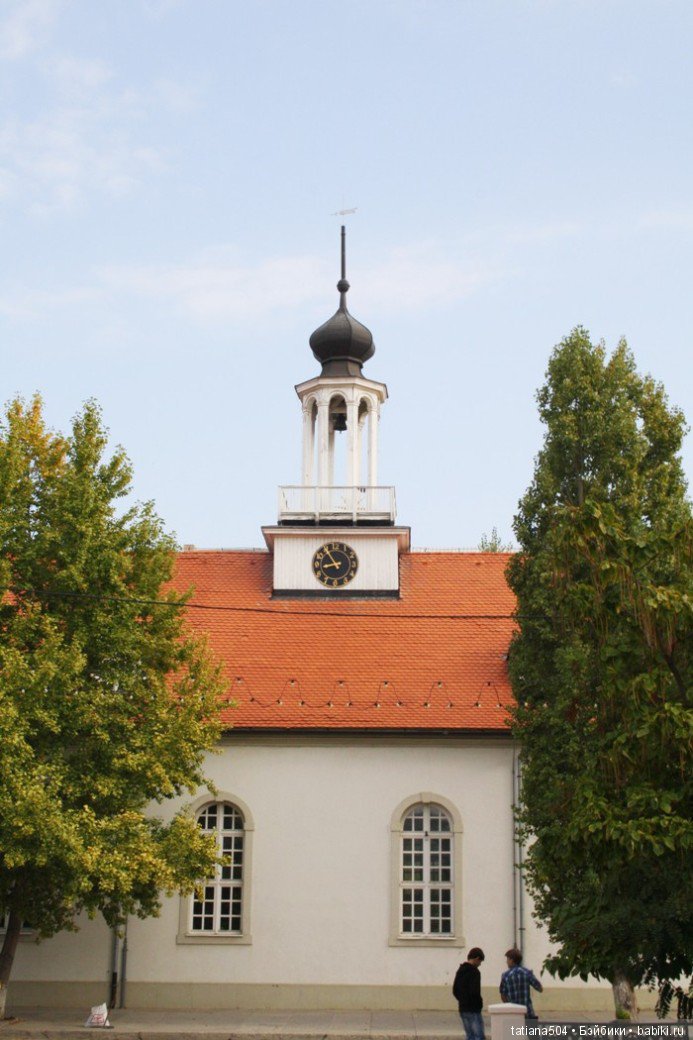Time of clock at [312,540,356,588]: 8:54
